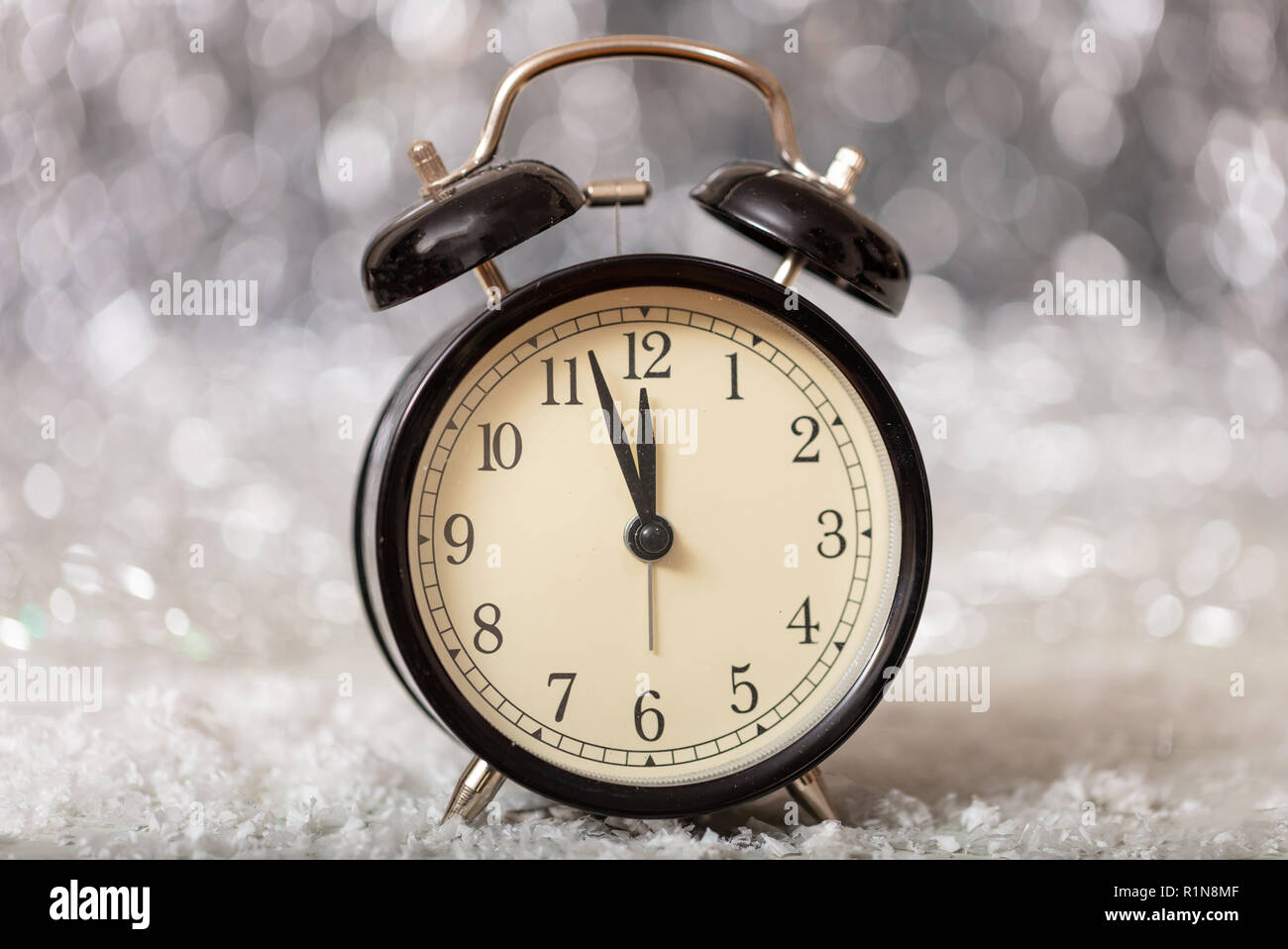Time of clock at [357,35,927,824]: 11:57
